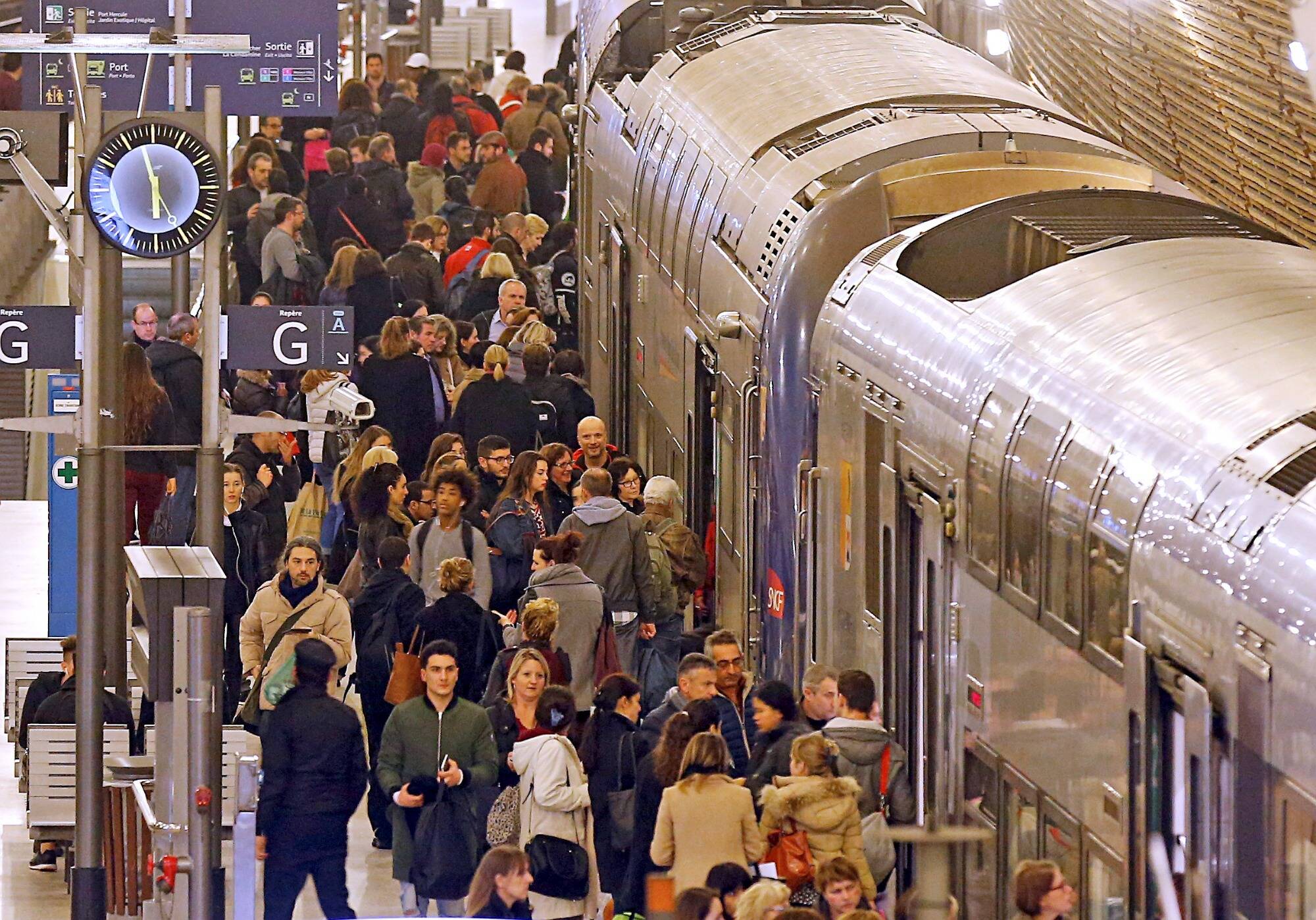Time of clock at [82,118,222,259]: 5:57
